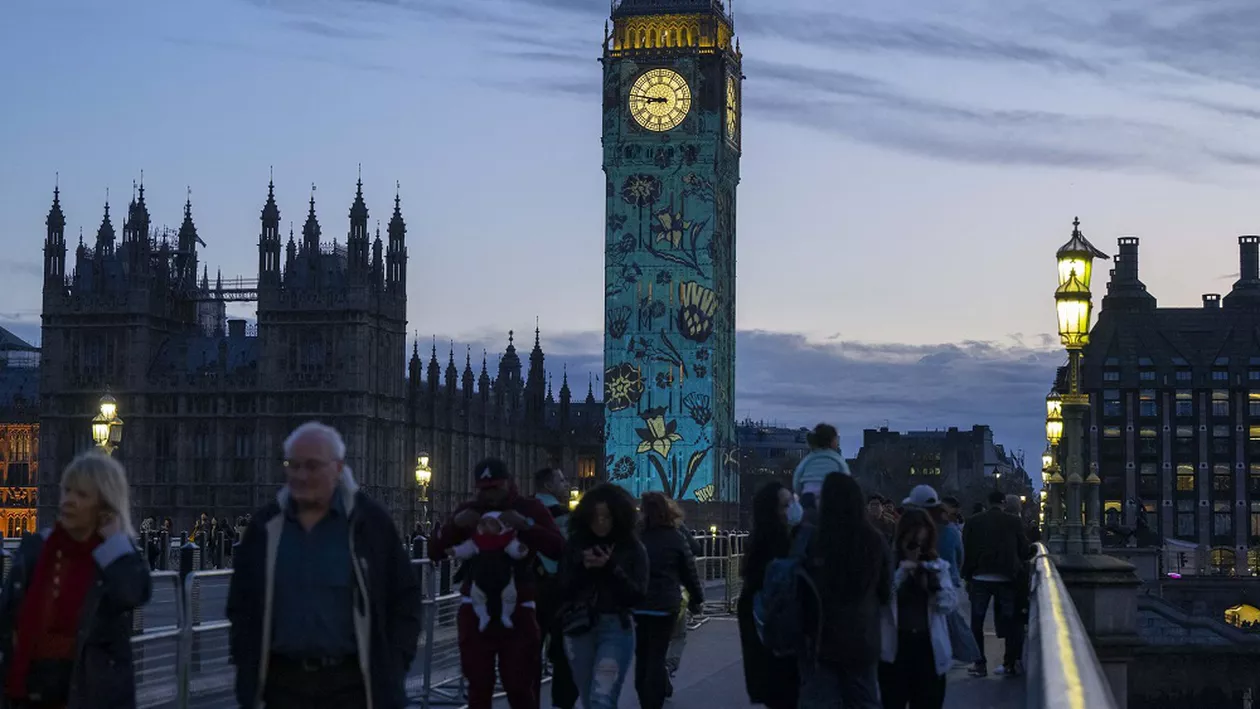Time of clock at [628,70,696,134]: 8:46
